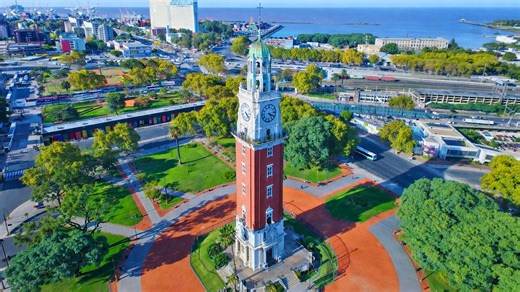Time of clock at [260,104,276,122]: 4:20
